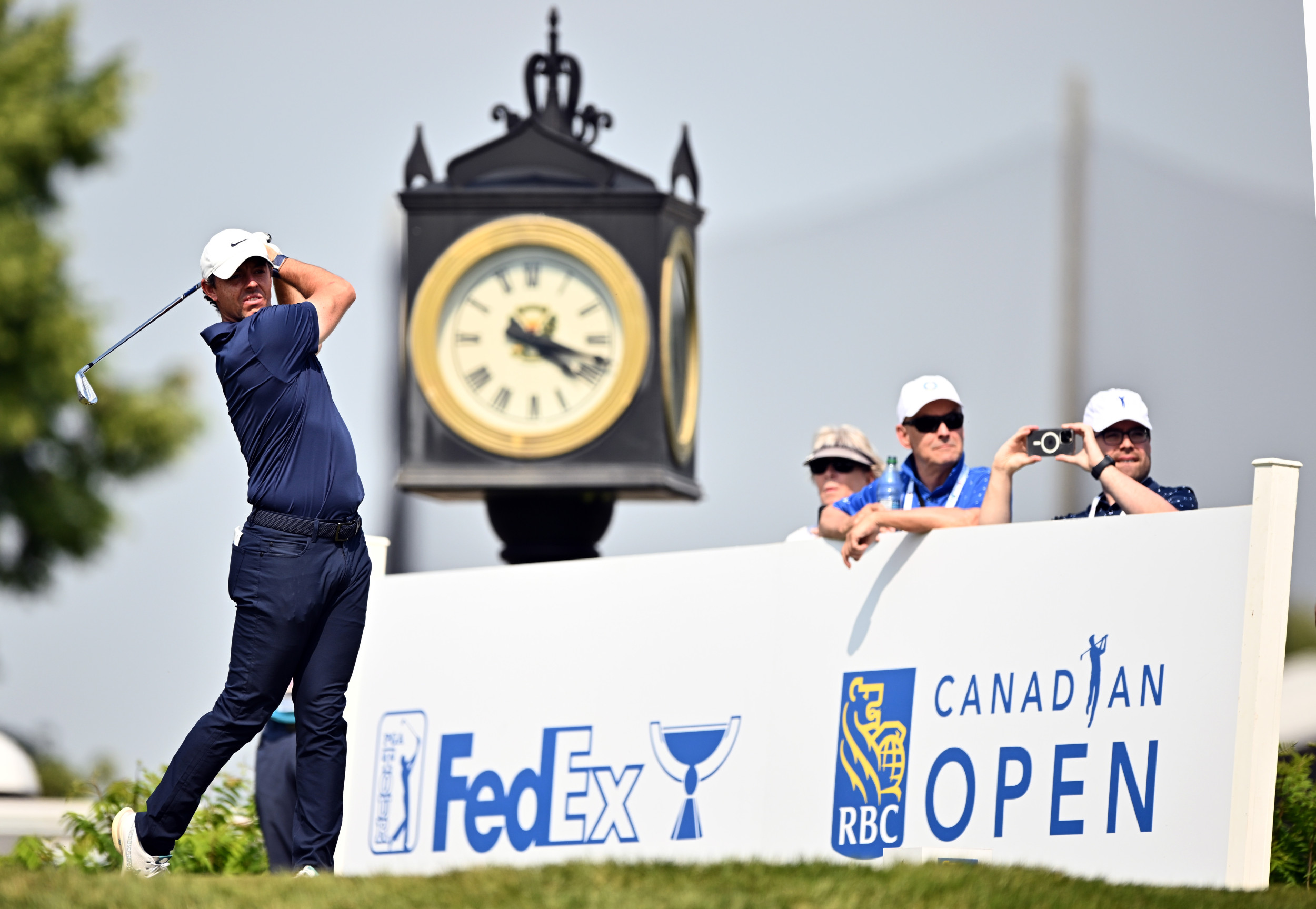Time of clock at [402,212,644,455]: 4:17
